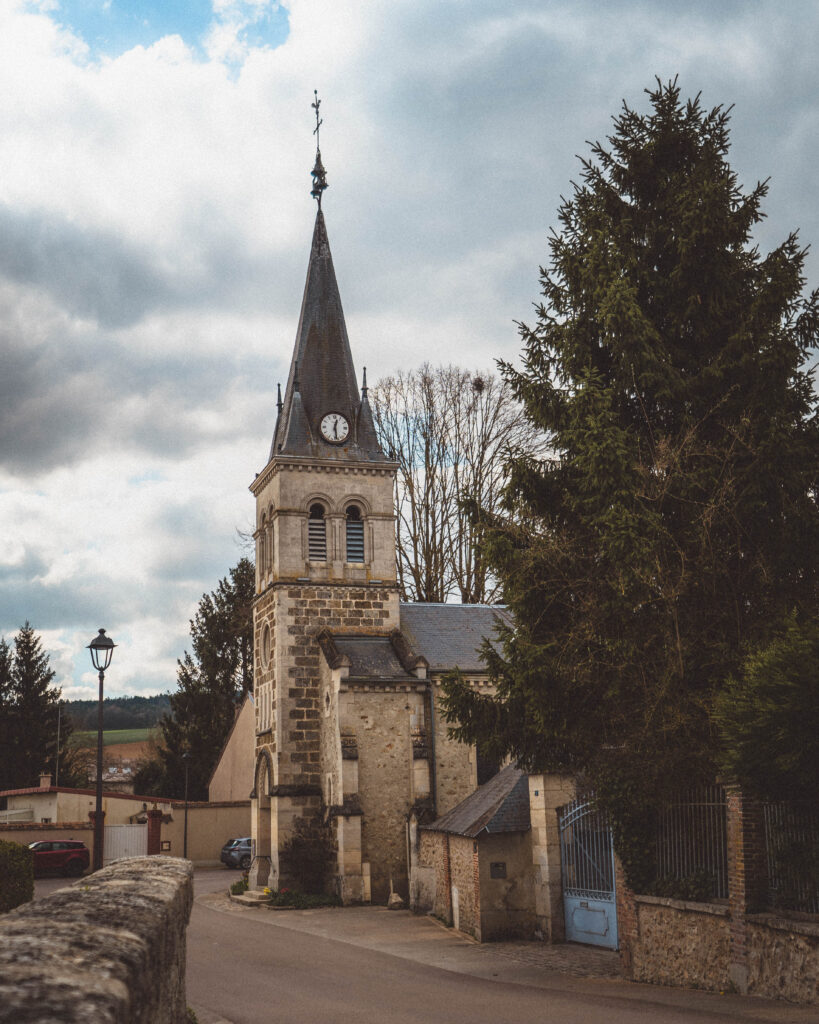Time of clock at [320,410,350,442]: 12:28
